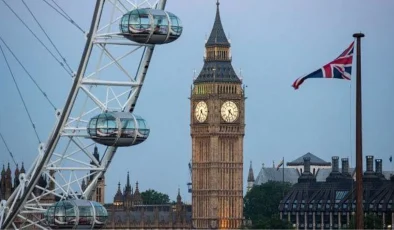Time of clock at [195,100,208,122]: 4:33
